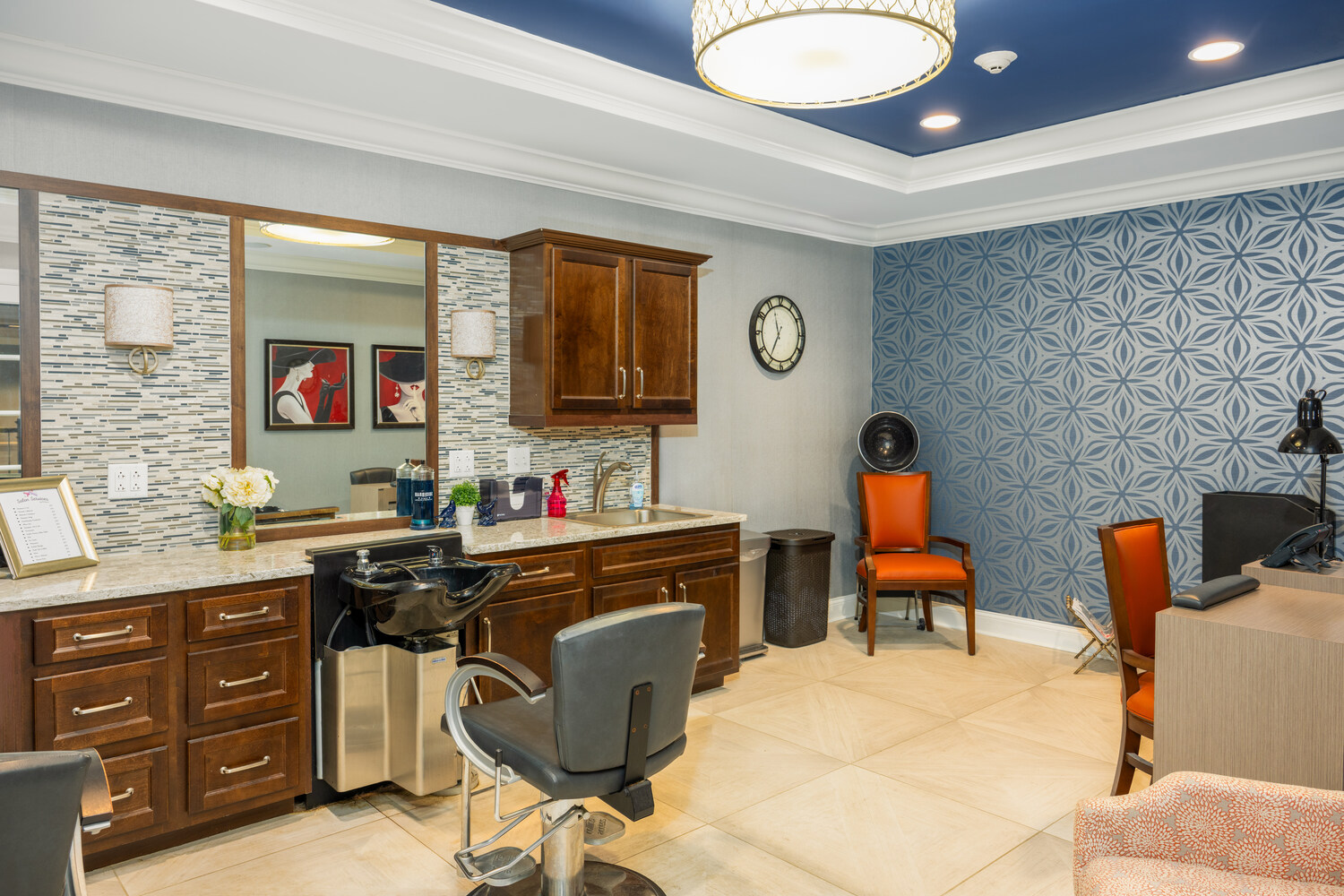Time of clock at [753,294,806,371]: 11:35
